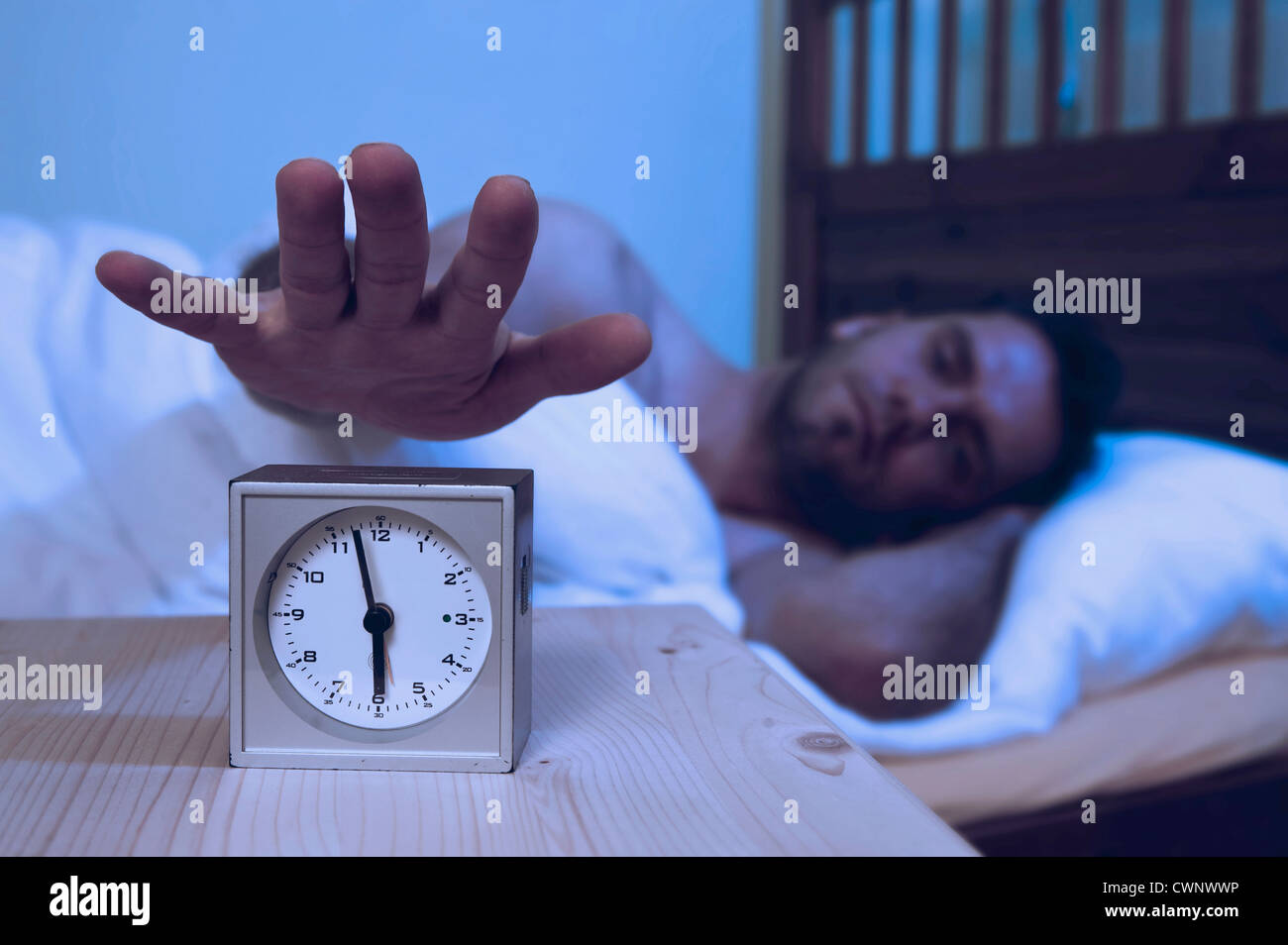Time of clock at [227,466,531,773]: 5:57
